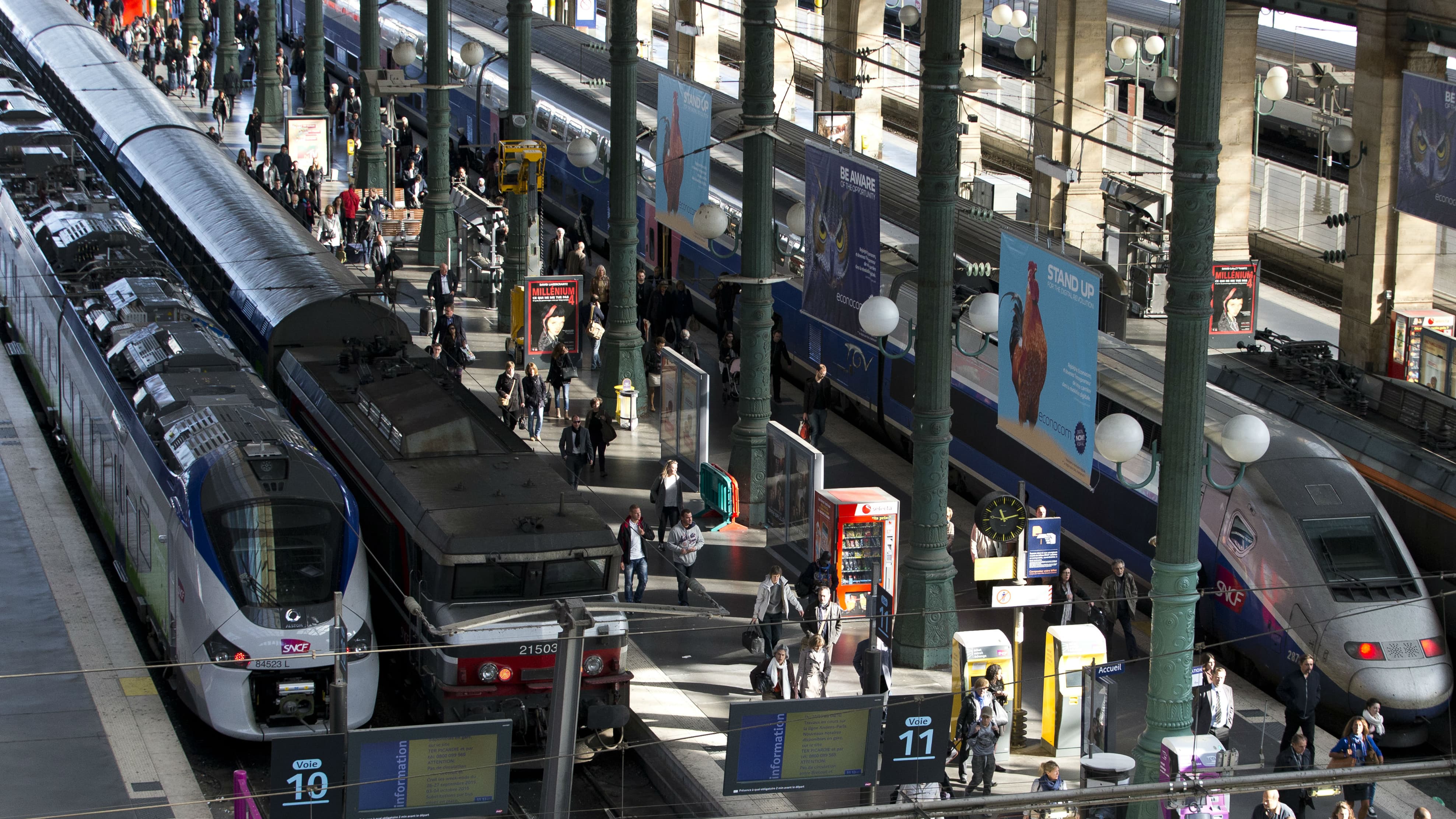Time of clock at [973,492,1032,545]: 11:12
